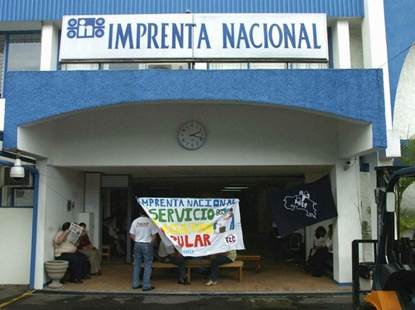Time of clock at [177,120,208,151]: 2:17
